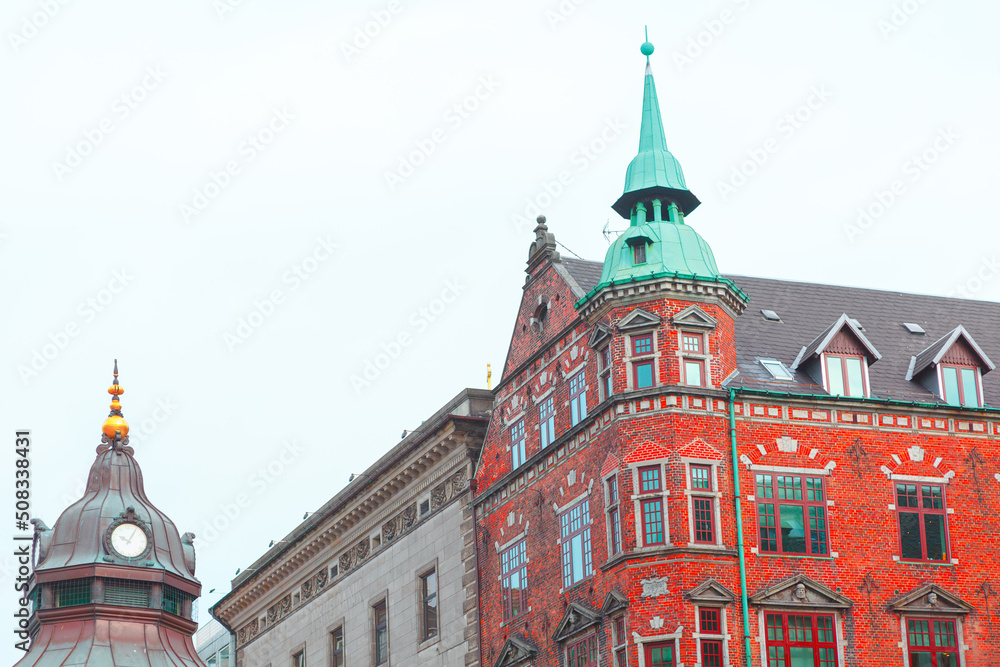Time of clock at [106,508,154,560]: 10:05
